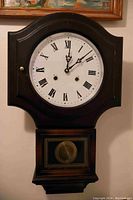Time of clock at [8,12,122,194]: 12:08
